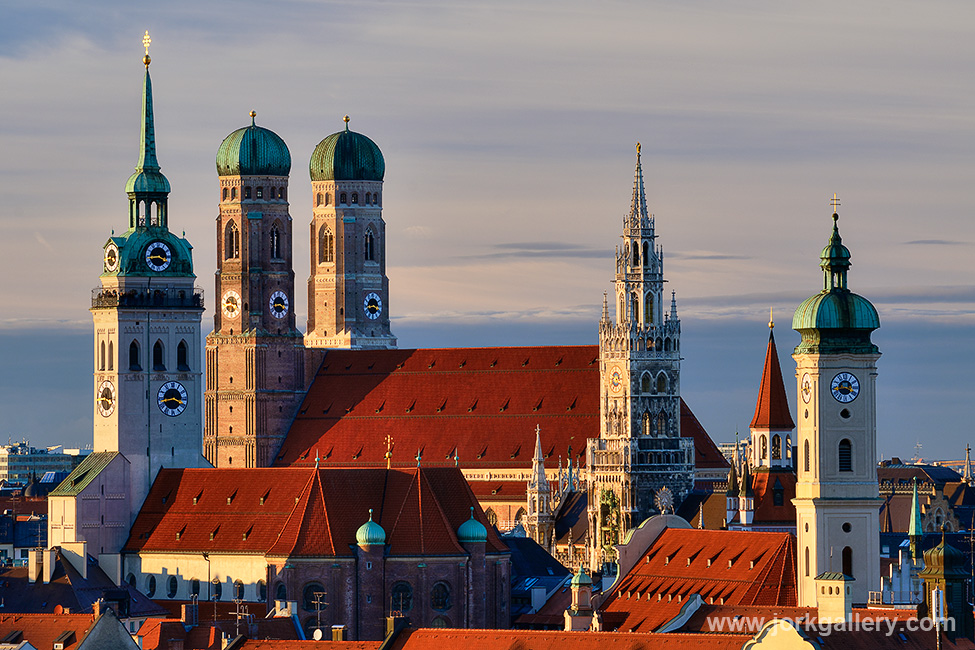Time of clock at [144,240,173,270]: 3:43
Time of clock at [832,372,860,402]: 3:43
